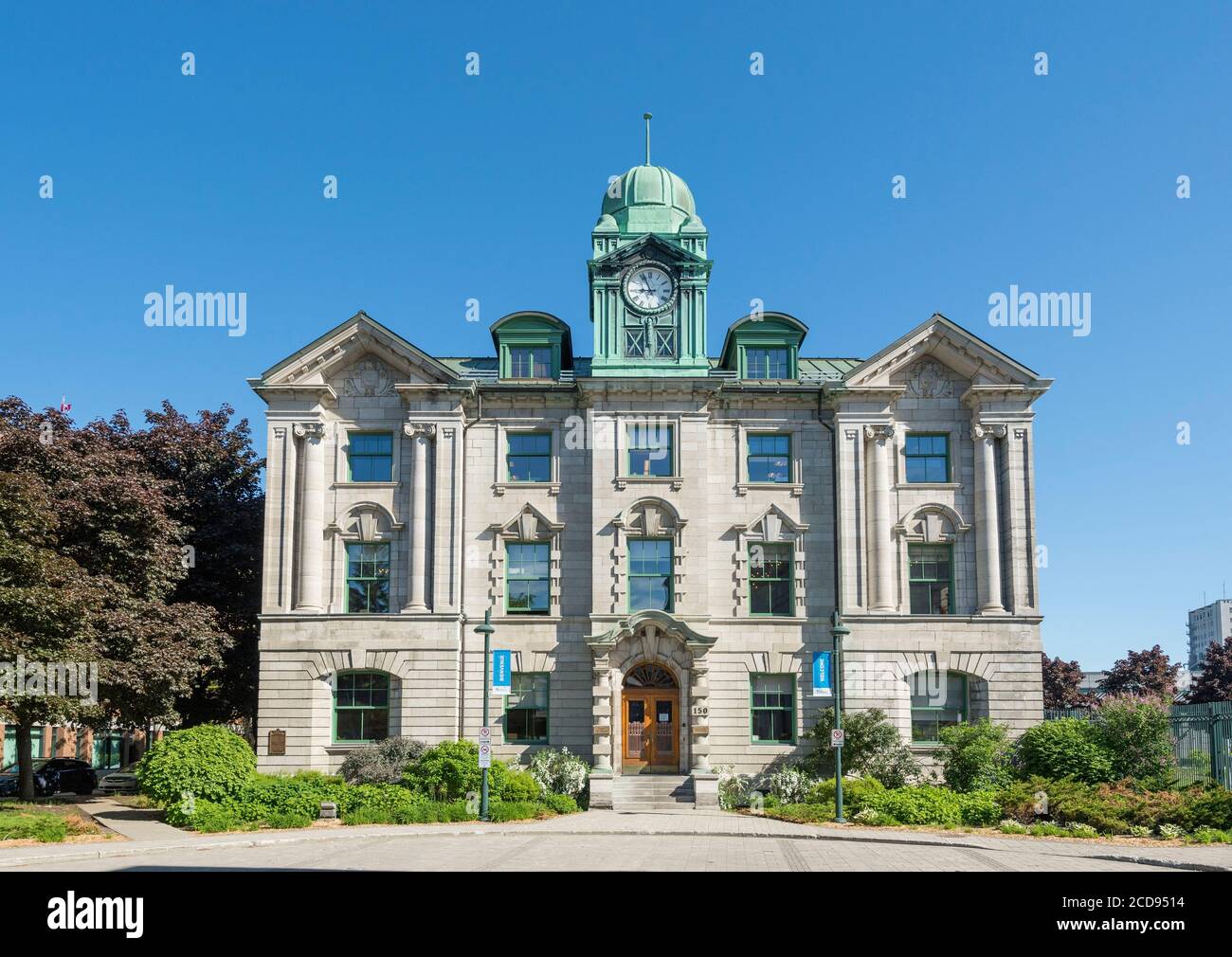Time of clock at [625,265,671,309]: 8:56
